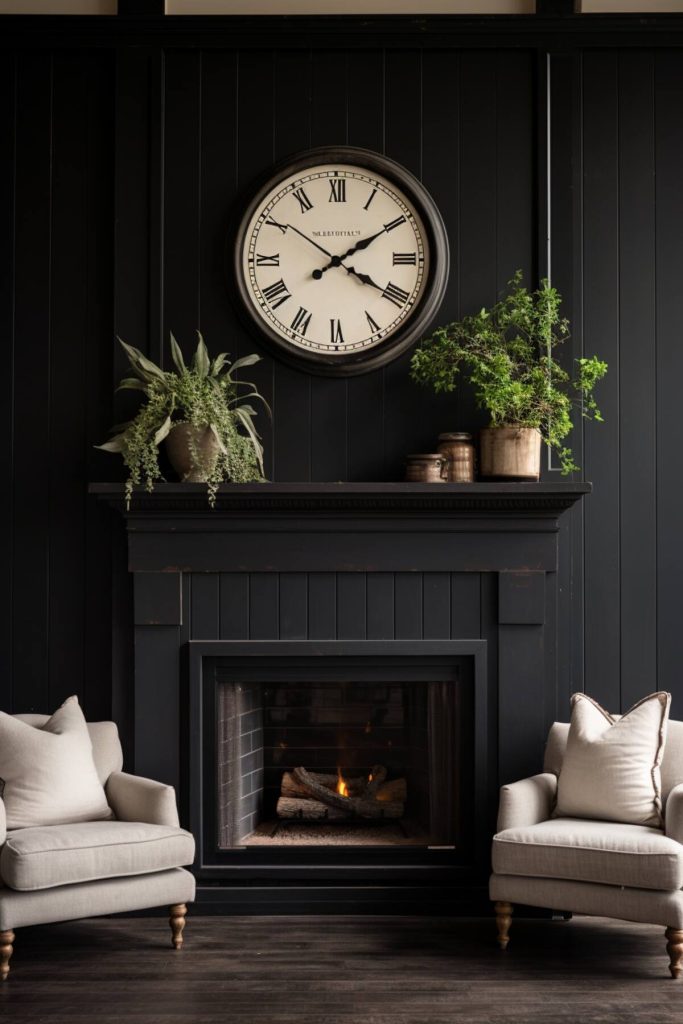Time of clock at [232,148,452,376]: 4:09
